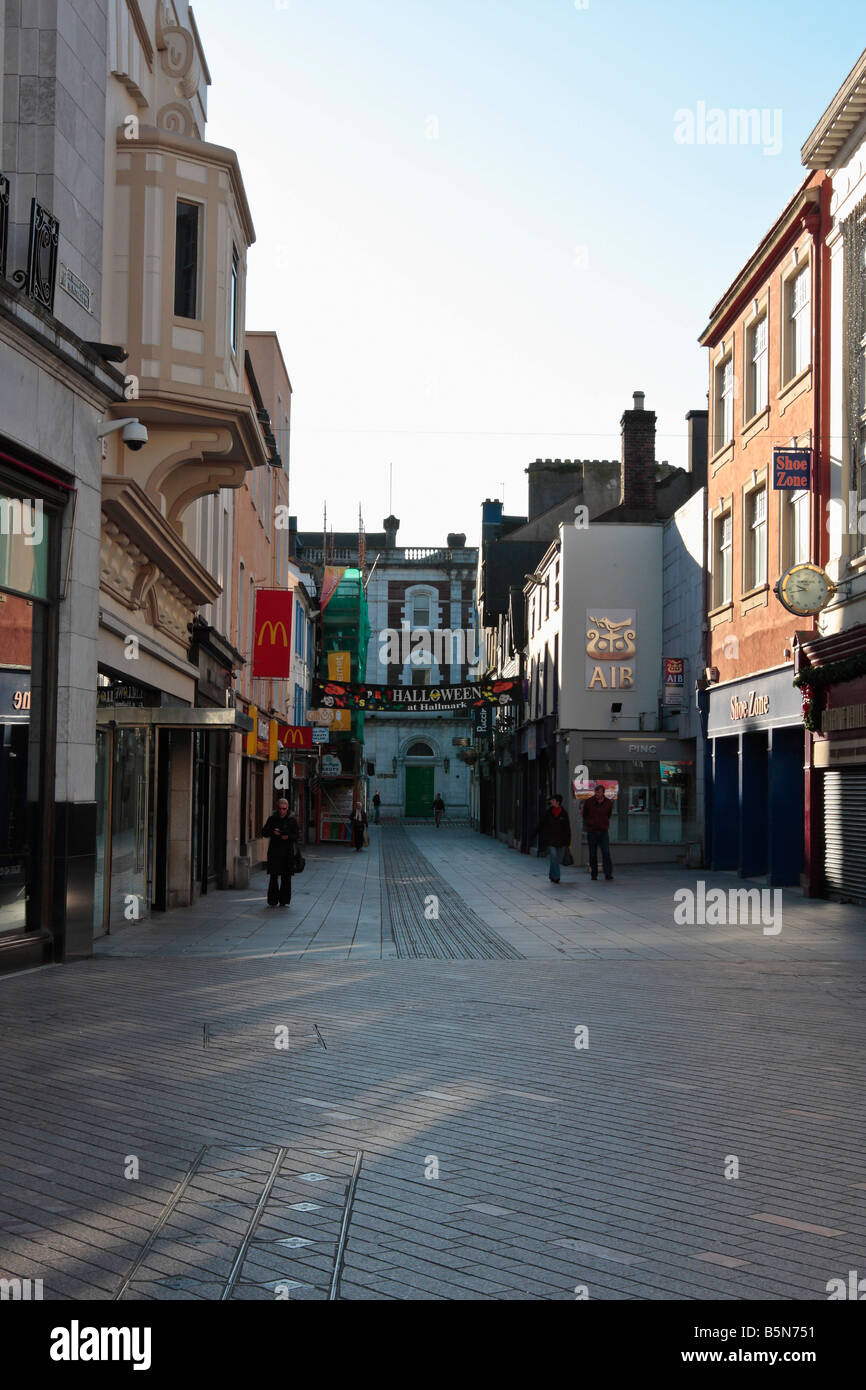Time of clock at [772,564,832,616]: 9:42
